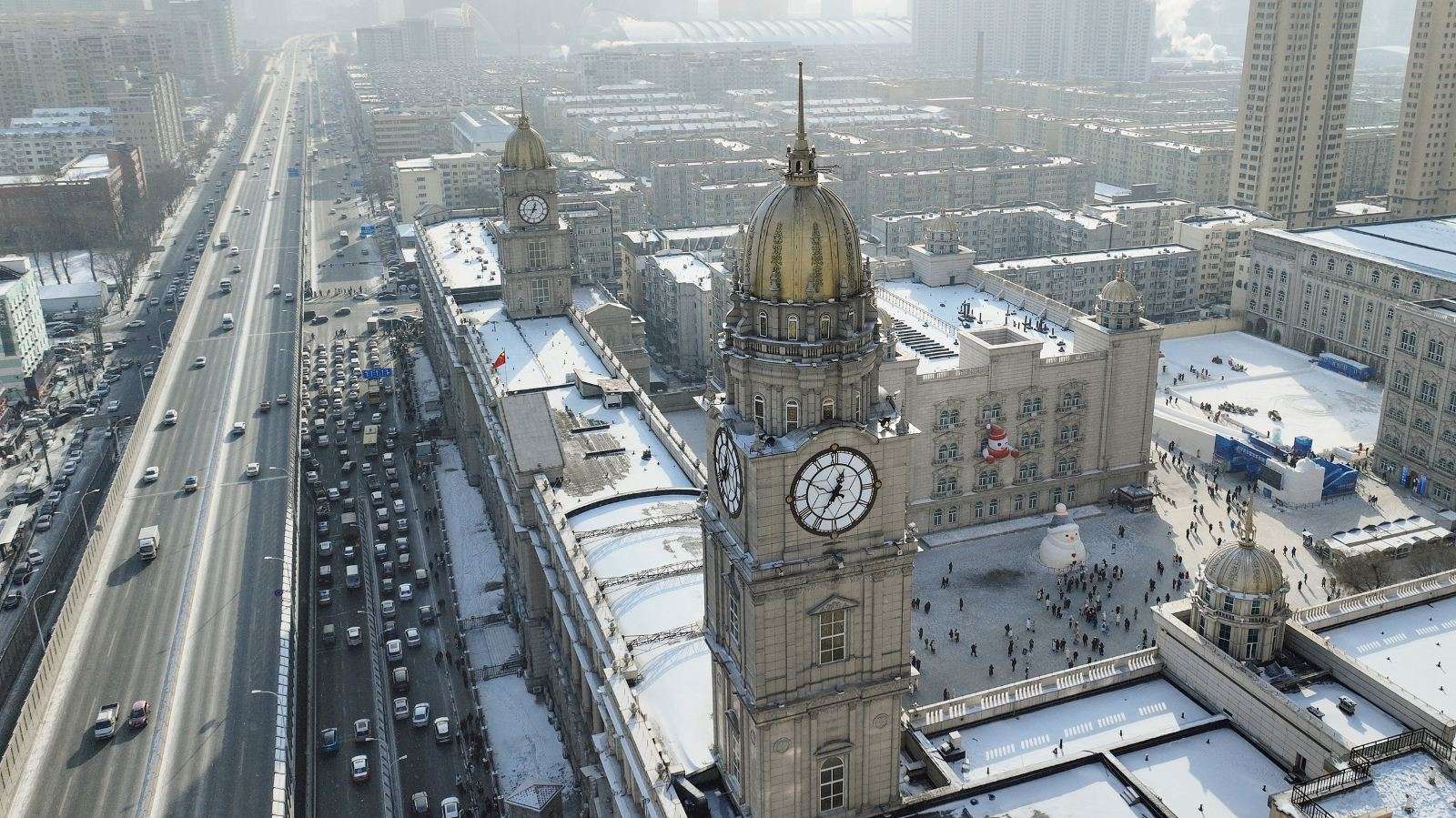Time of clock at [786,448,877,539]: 12:34
